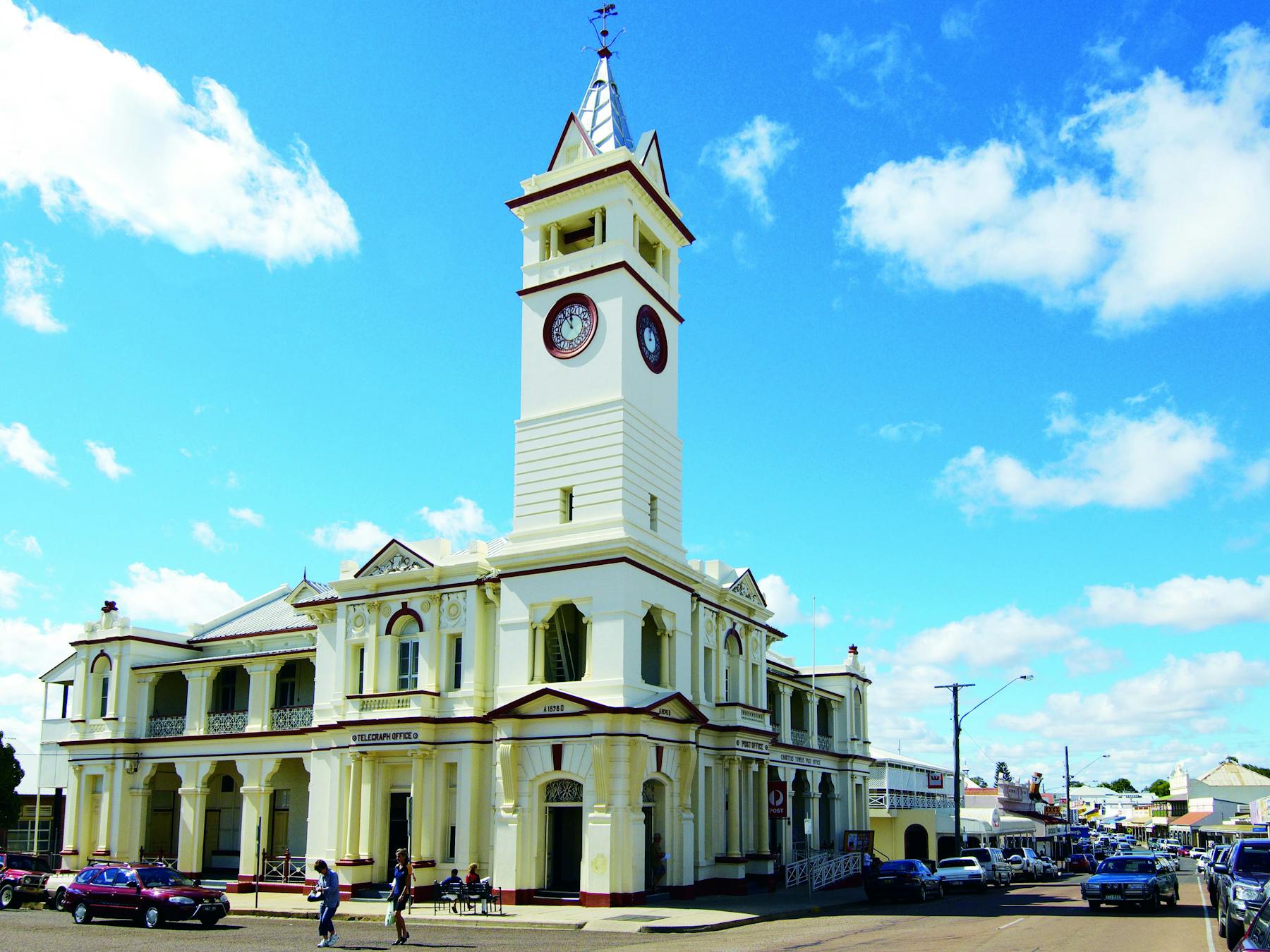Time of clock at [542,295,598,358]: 11:54
